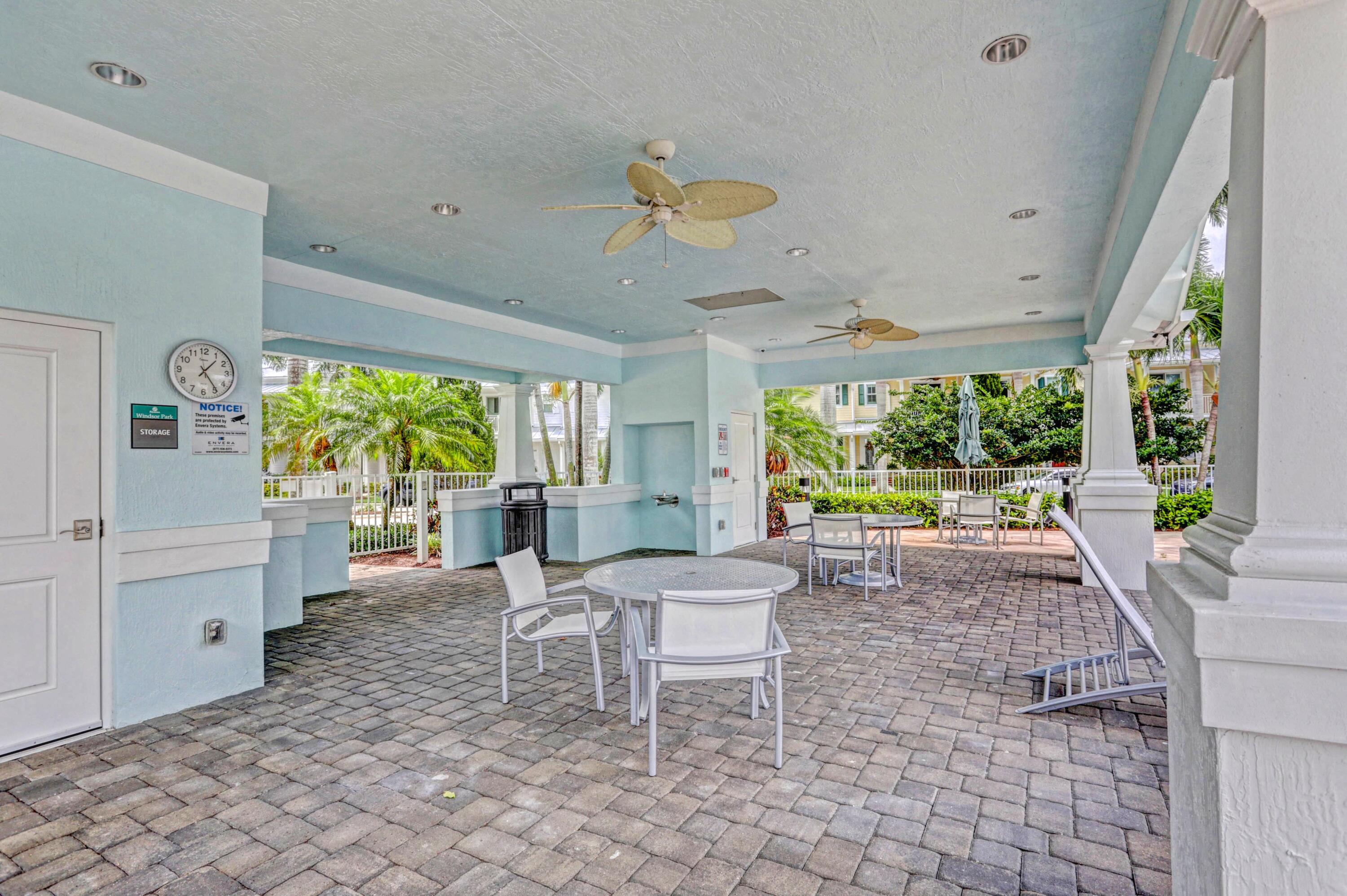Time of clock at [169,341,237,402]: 1:24
